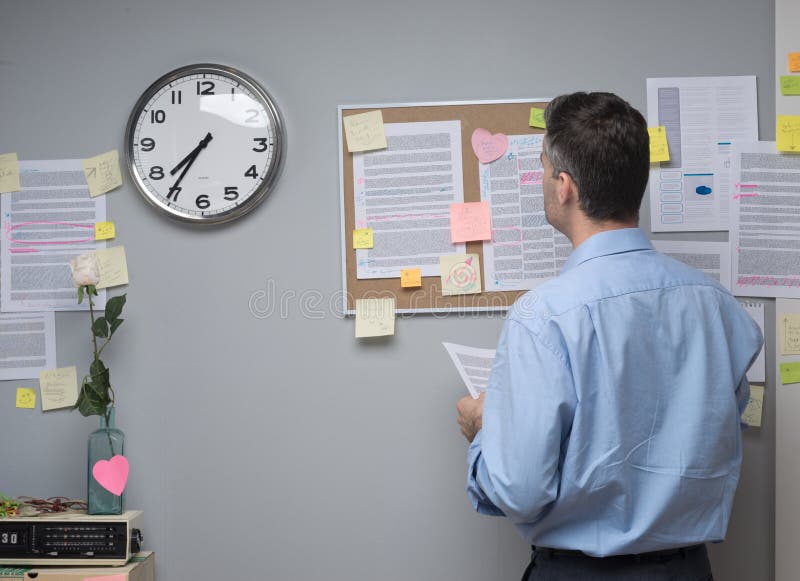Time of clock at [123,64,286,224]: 7:35
